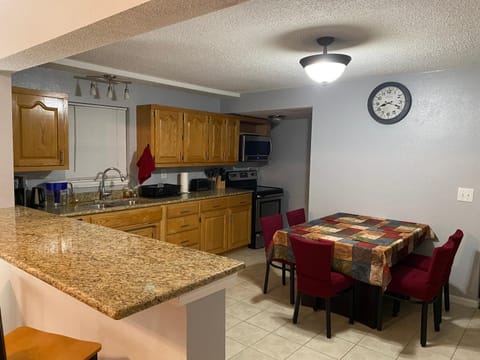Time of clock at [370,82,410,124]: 8:18
